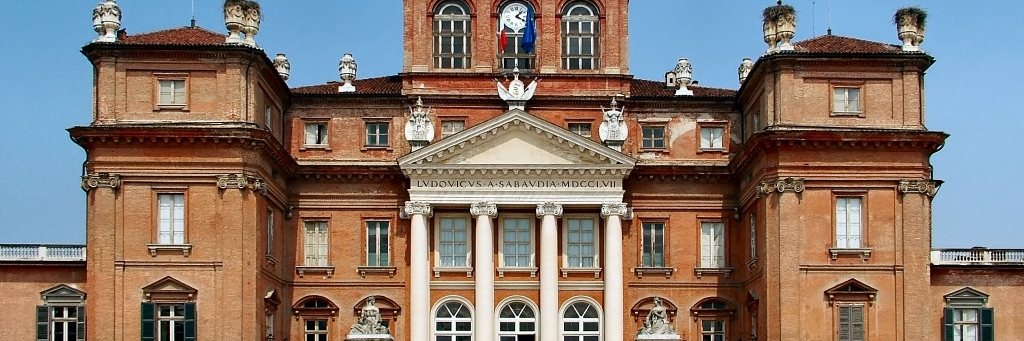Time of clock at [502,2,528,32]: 1:18
